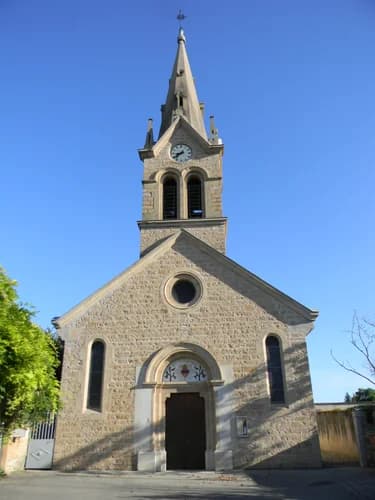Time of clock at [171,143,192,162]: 8:38
